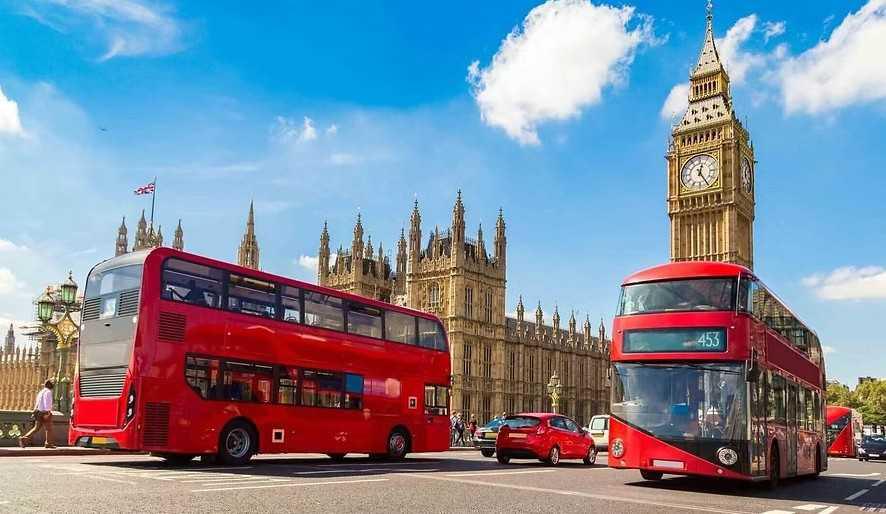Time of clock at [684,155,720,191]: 12:24
